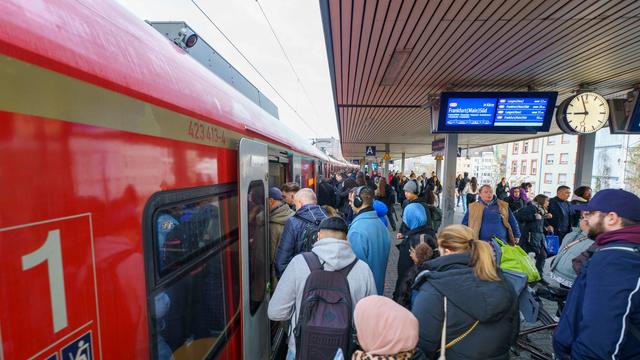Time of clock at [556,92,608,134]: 8:57
